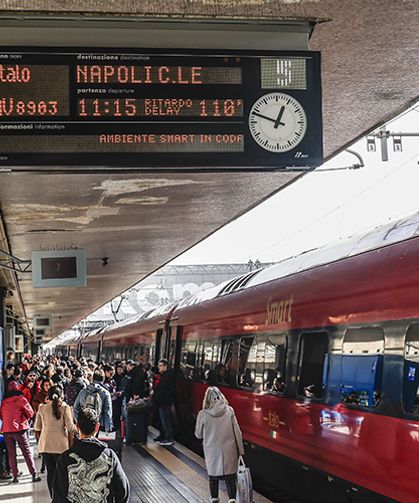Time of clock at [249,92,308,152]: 12:48
